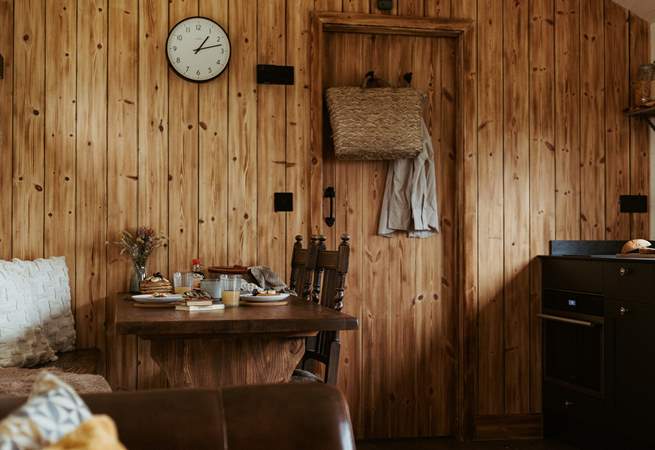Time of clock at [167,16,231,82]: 1:12
